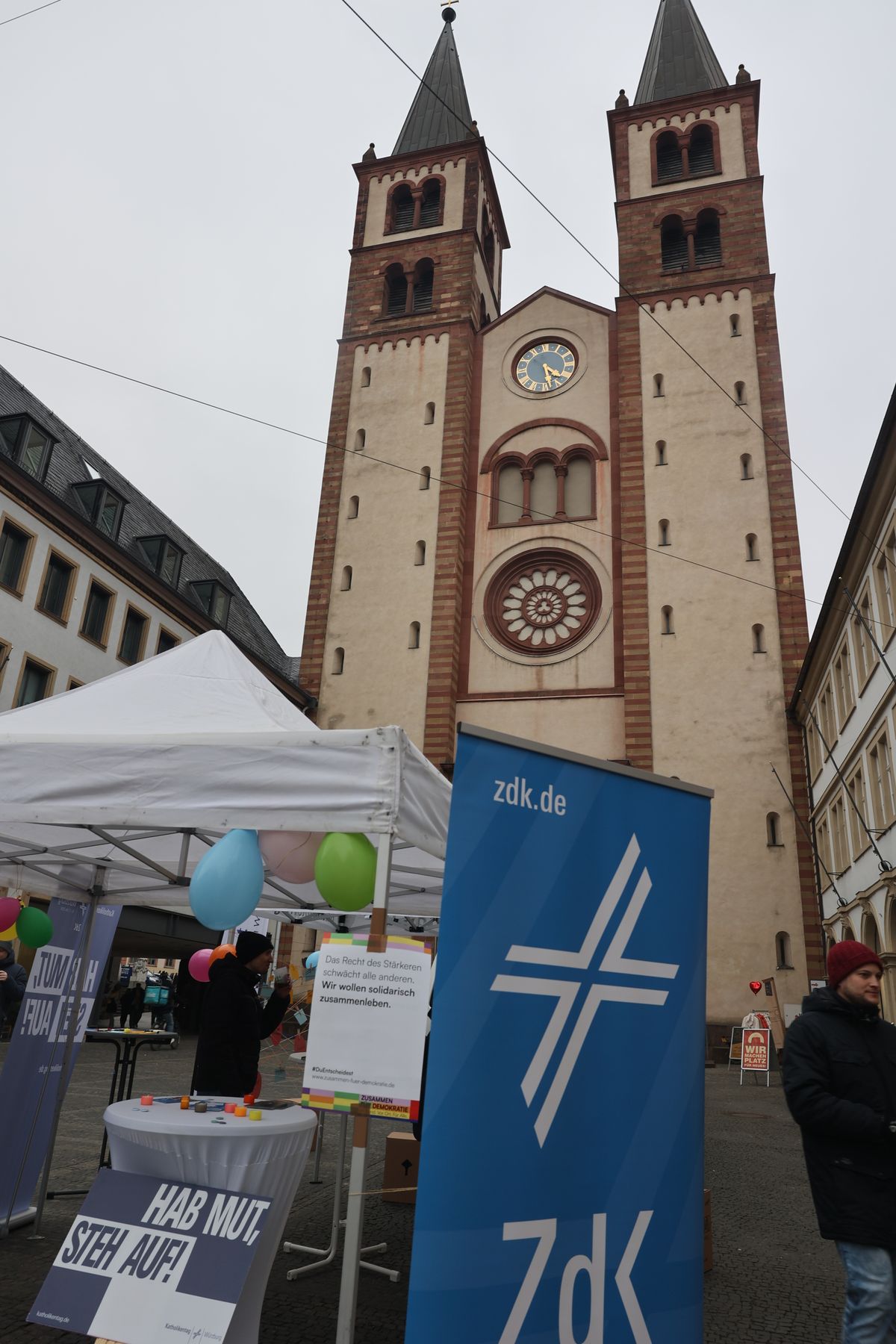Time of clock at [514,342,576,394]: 4:27
